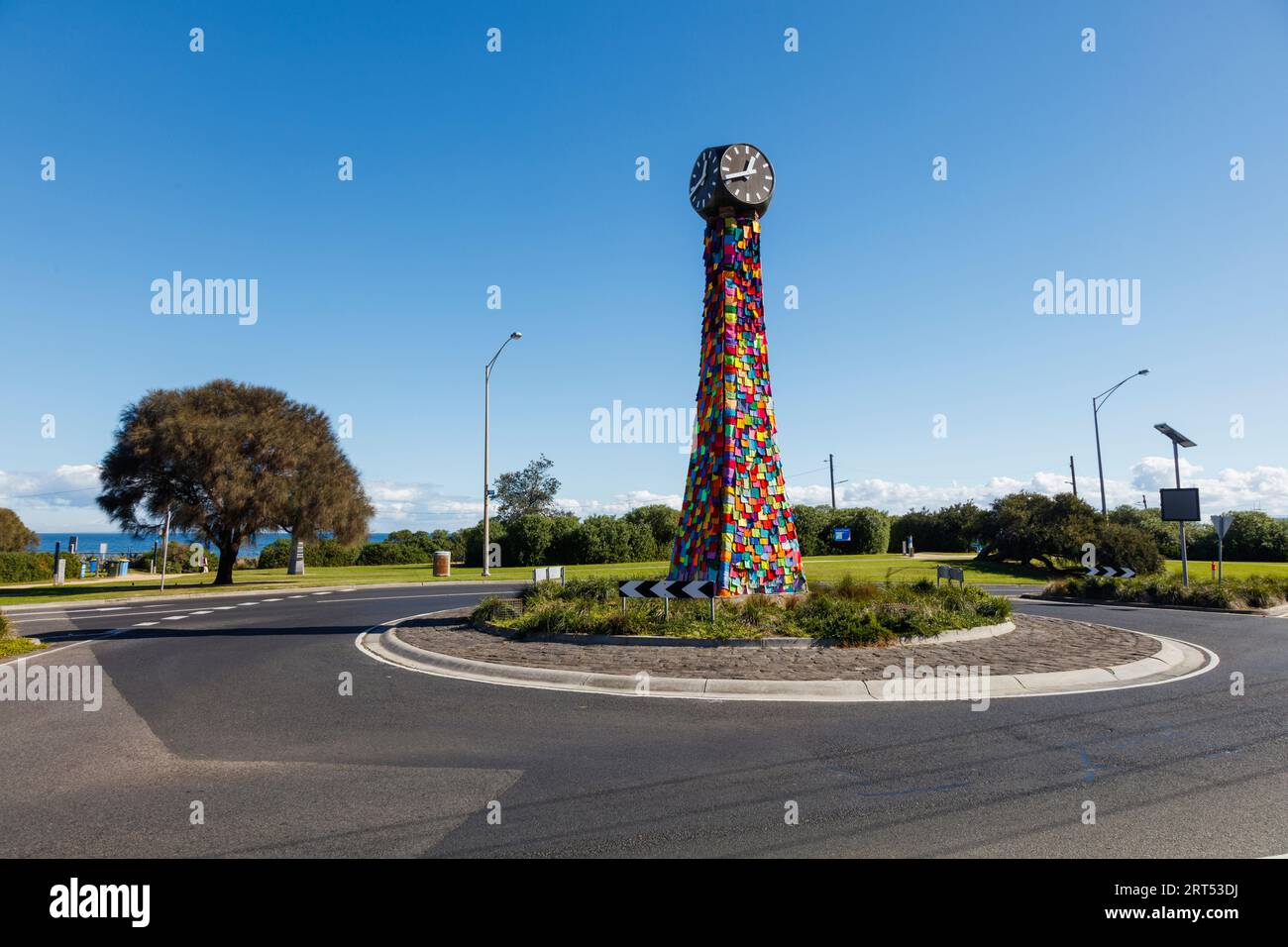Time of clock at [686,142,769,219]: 12:41
